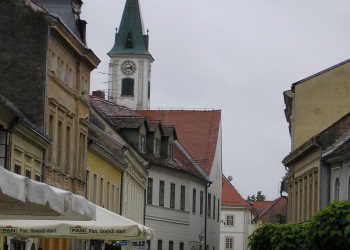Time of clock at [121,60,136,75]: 2:42
